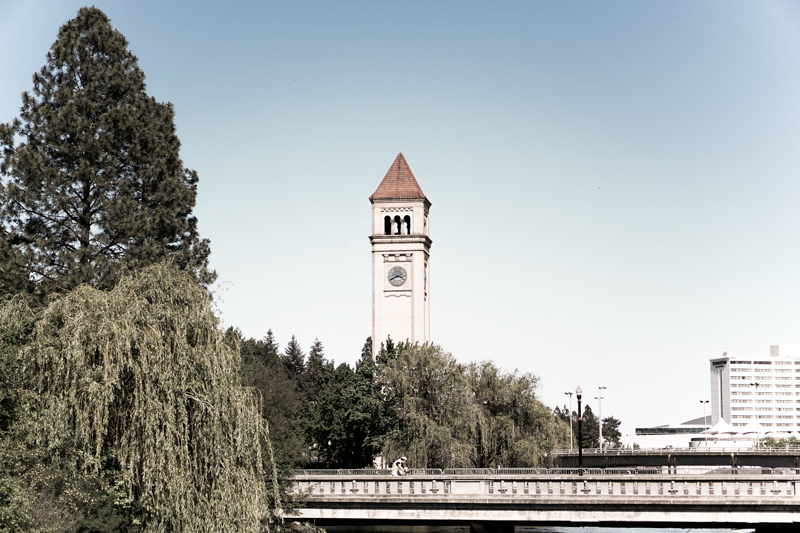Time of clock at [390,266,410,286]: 3:40
